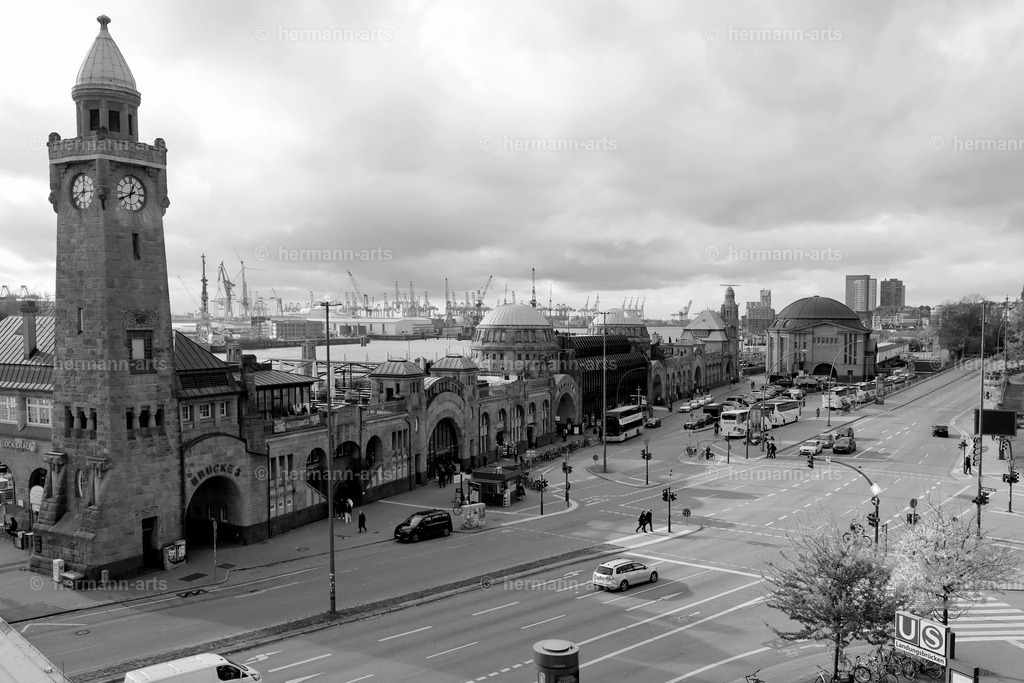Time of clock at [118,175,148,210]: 12:40
